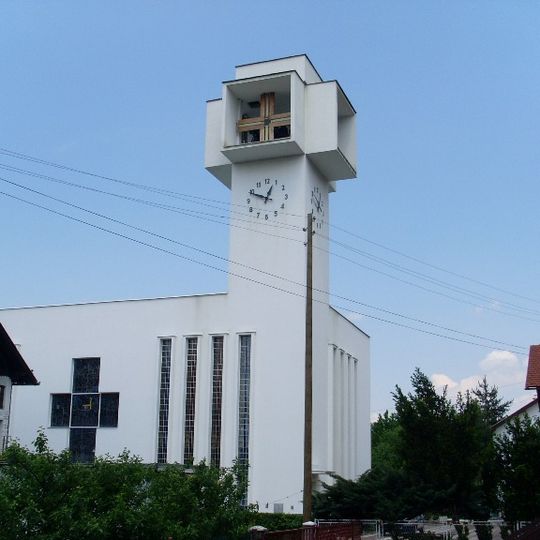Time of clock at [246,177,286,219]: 12:48
